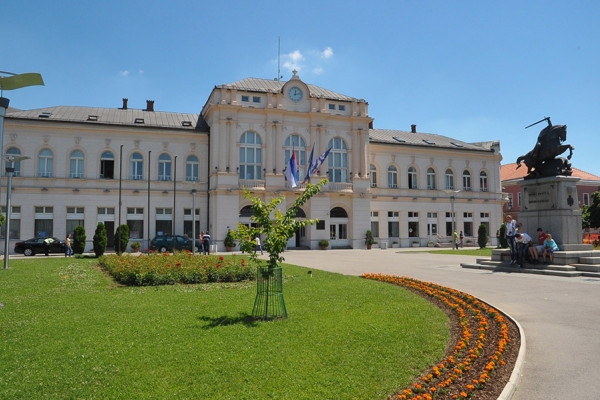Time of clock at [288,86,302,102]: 12:12
